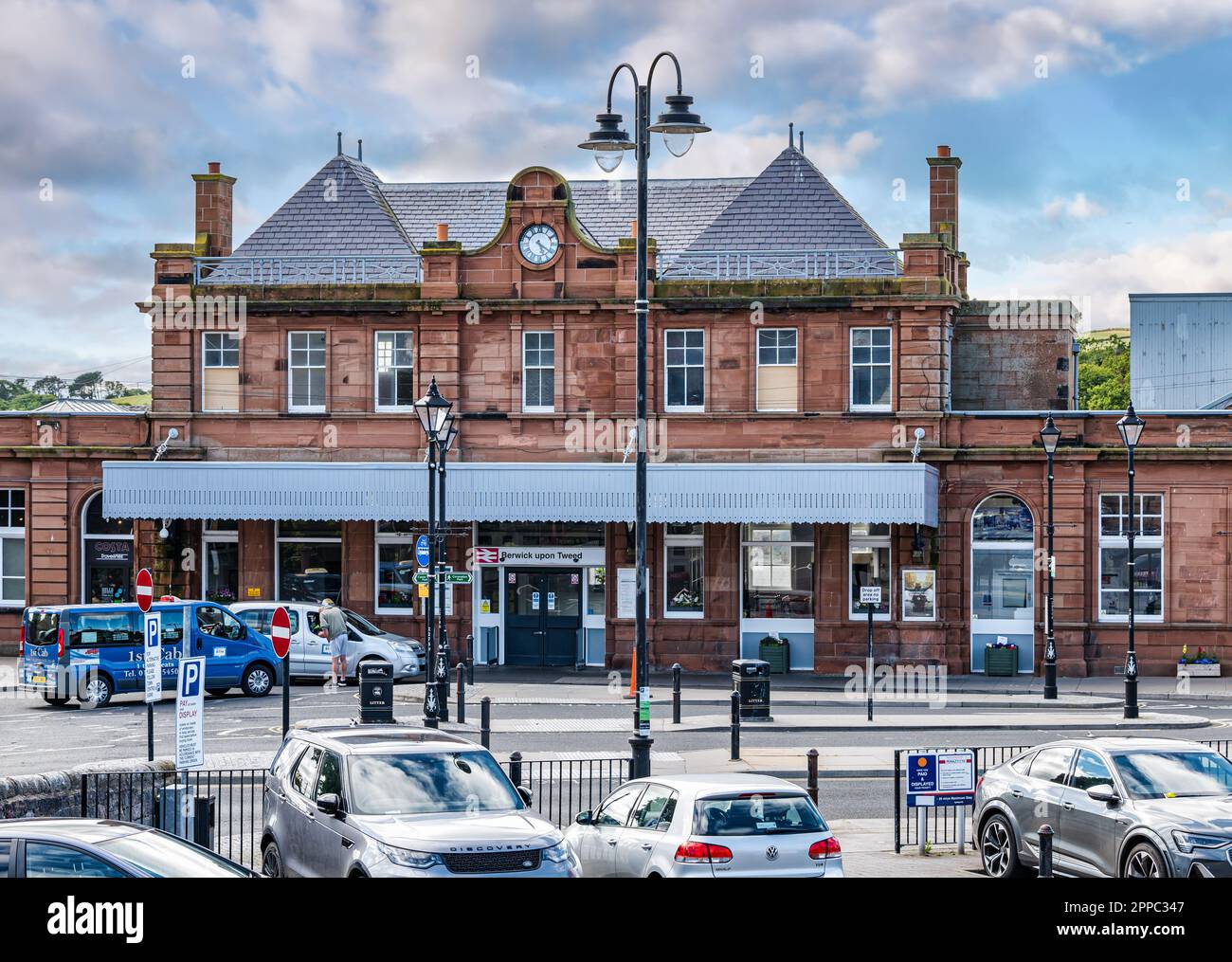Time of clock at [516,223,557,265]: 5:20
